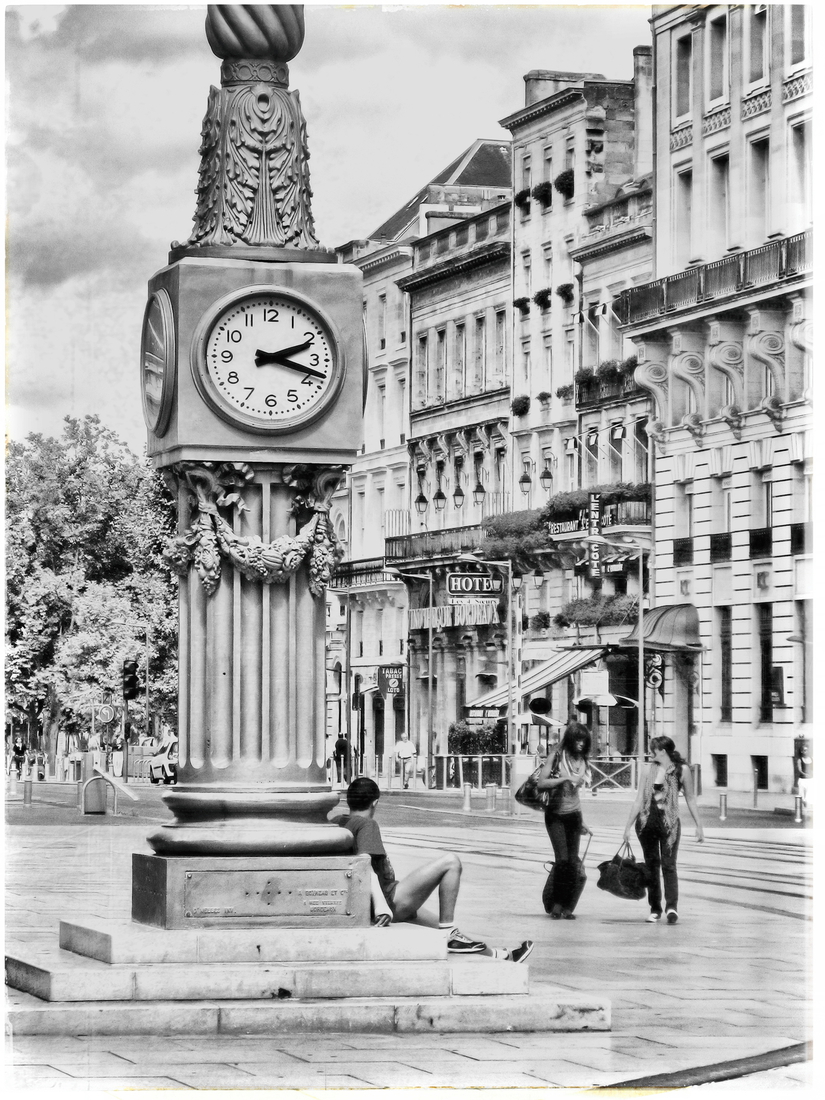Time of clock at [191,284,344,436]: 2:17
